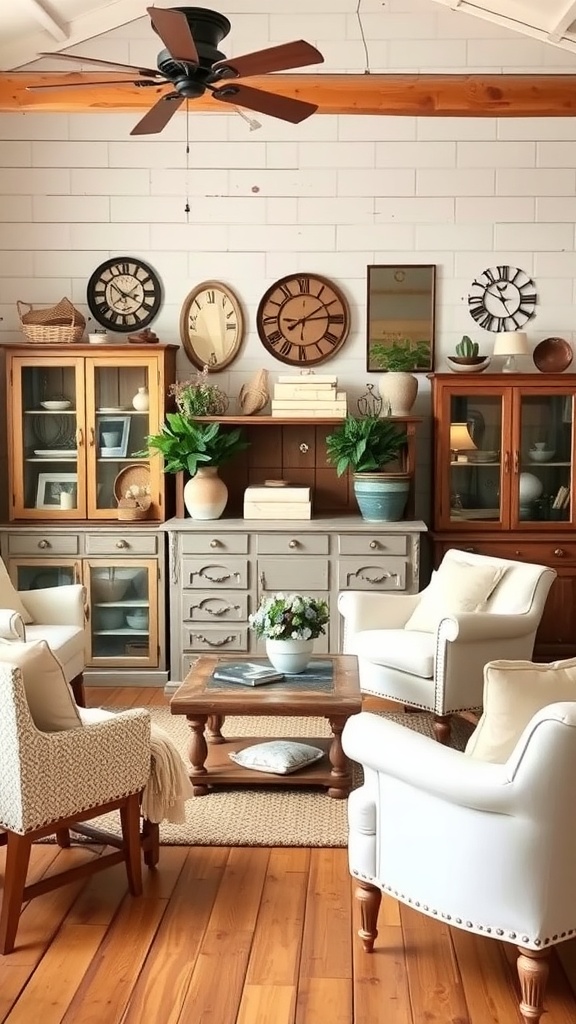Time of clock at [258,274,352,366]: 9:09
